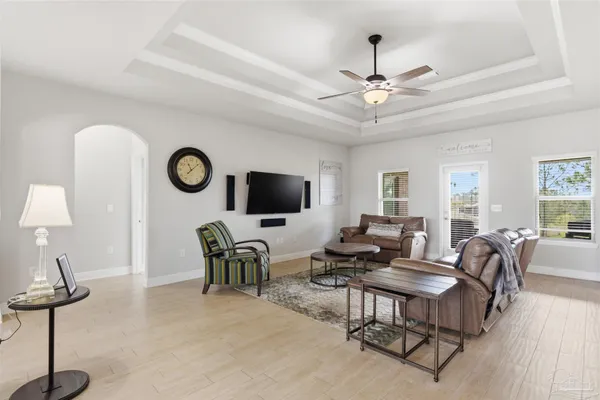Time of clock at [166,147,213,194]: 11:08
